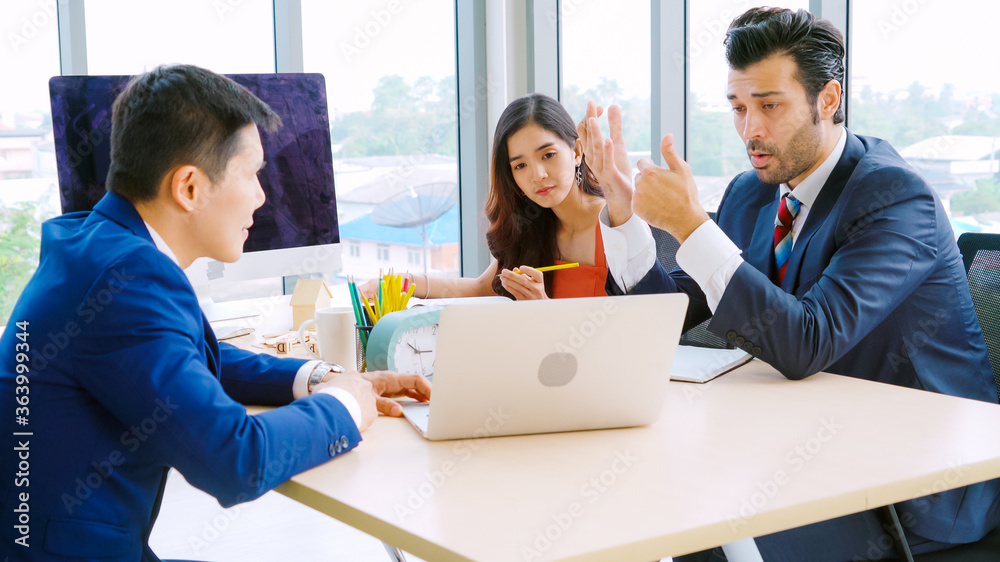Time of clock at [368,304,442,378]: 10:15
